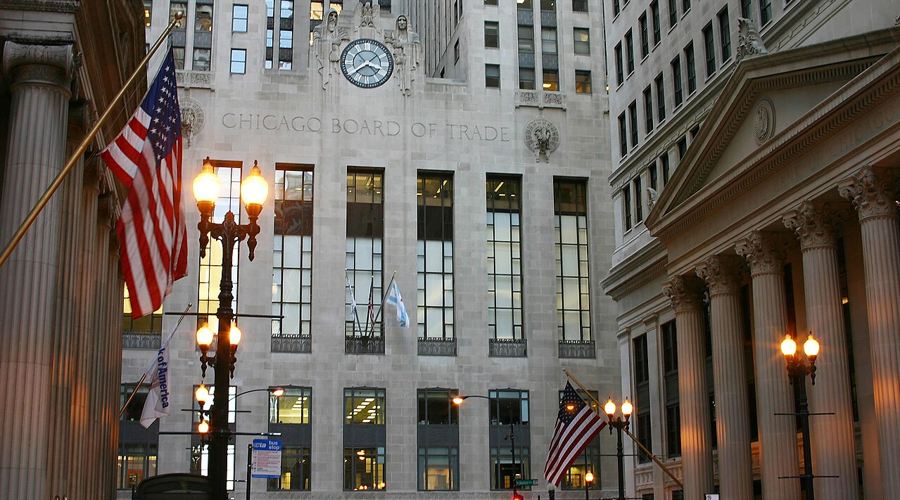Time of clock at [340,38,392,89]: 3:39
